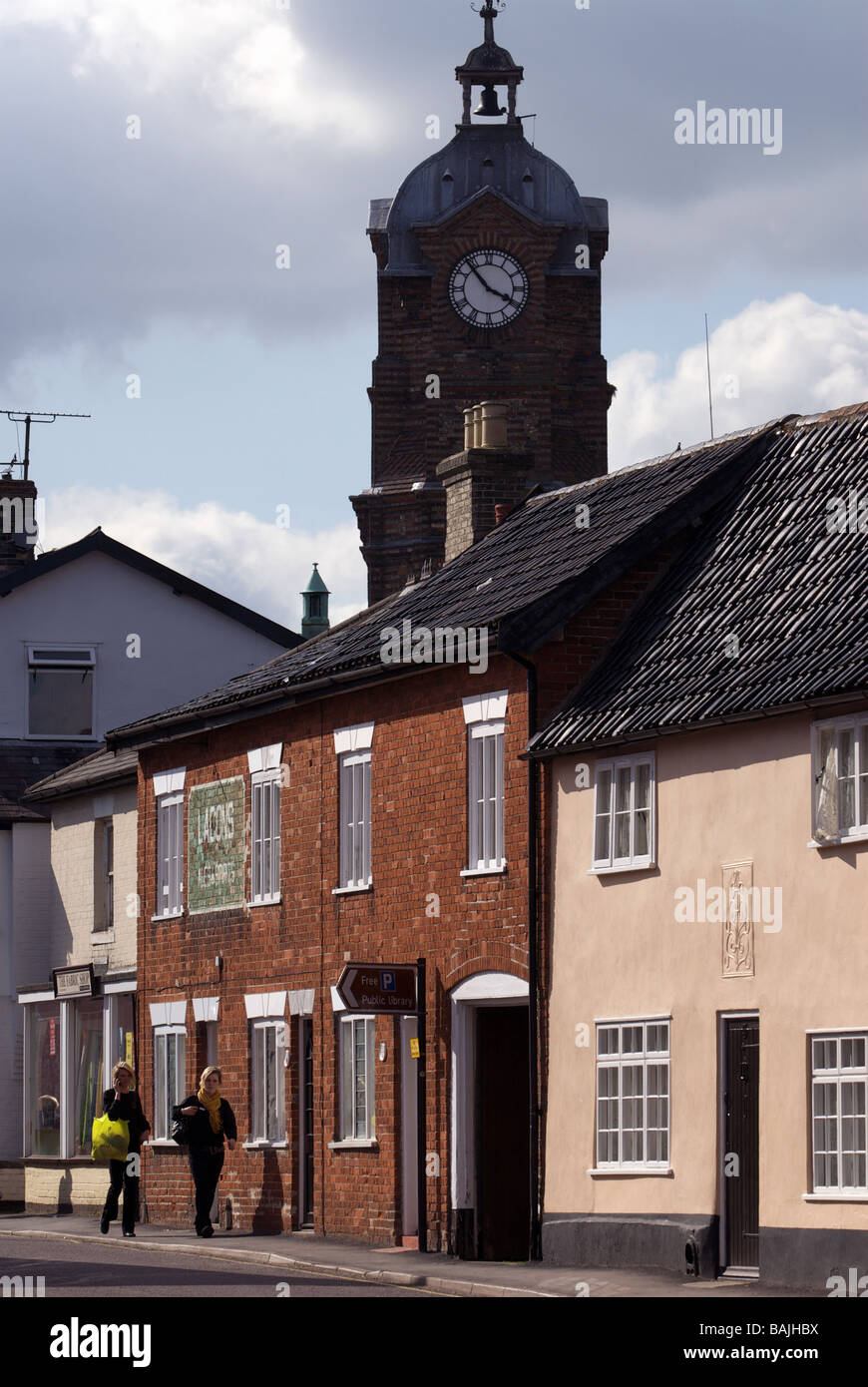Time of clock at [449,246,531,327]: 3:53
